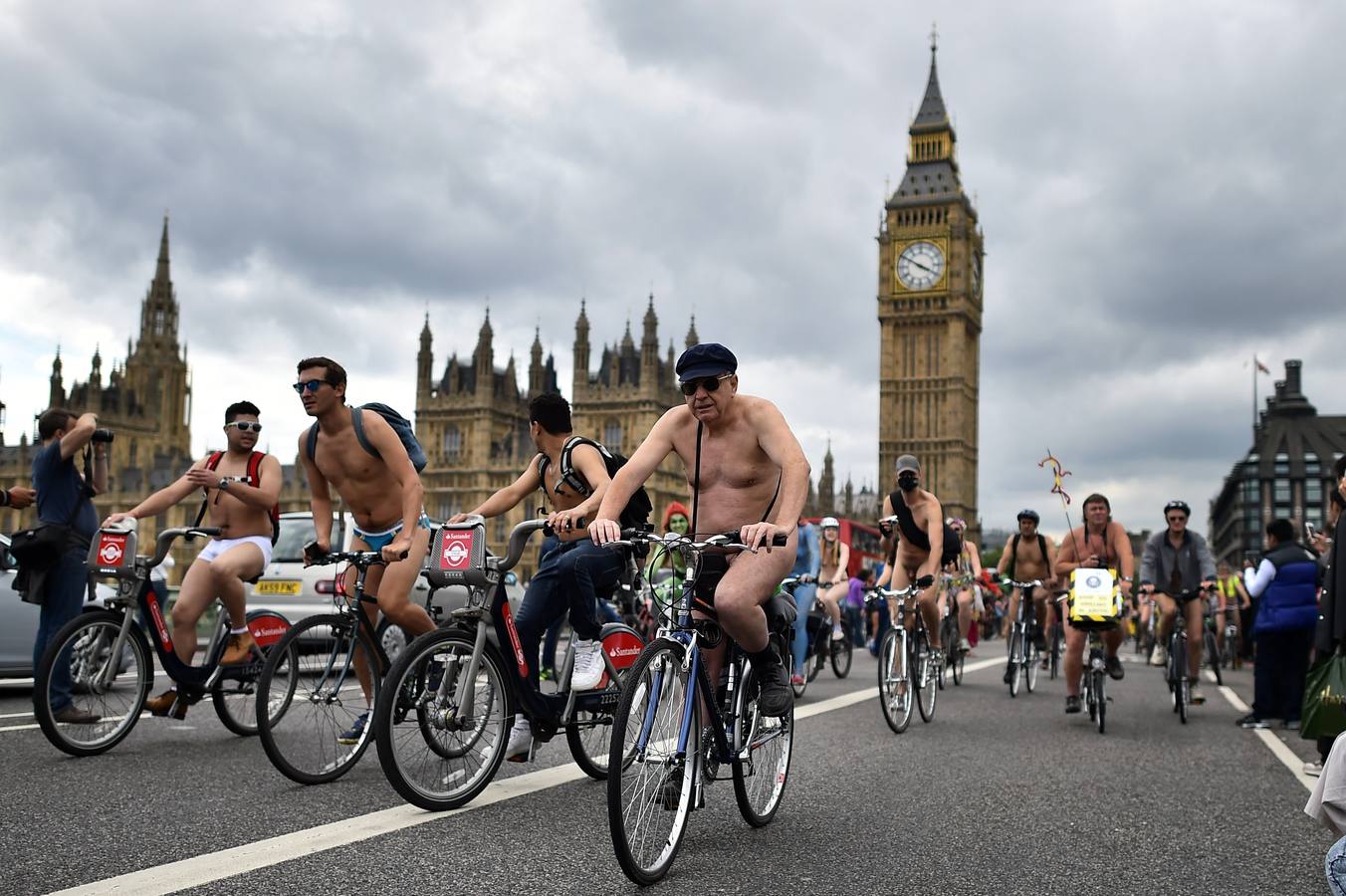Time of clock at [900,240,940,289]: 3:50
